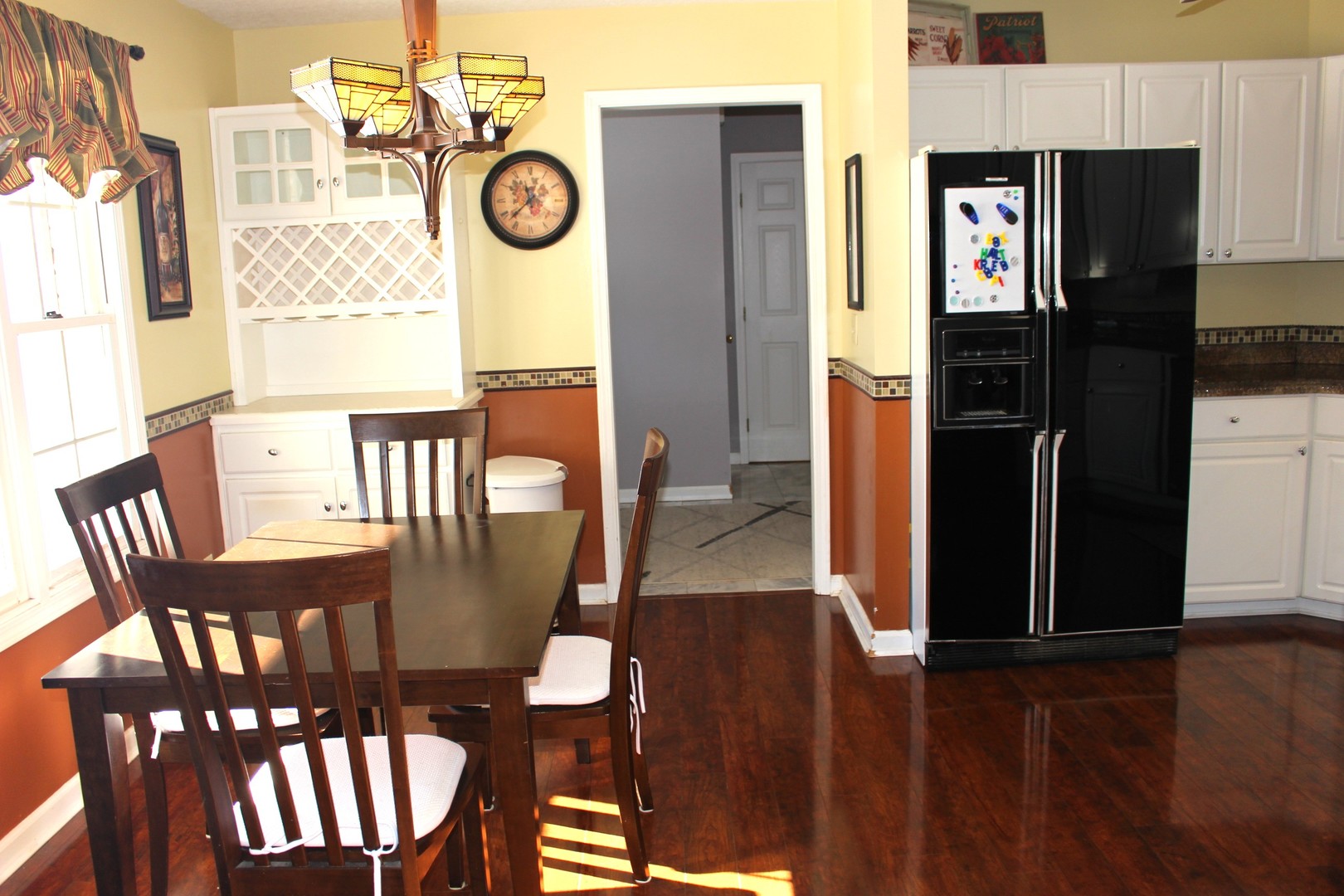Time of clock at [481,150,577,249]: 11:37
